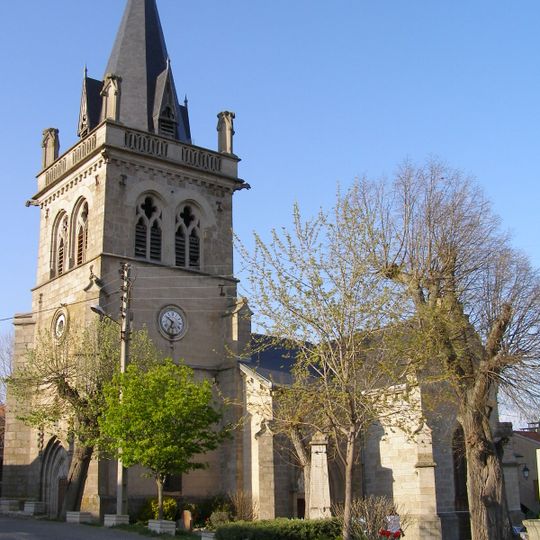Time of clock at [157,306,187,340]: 6:50
